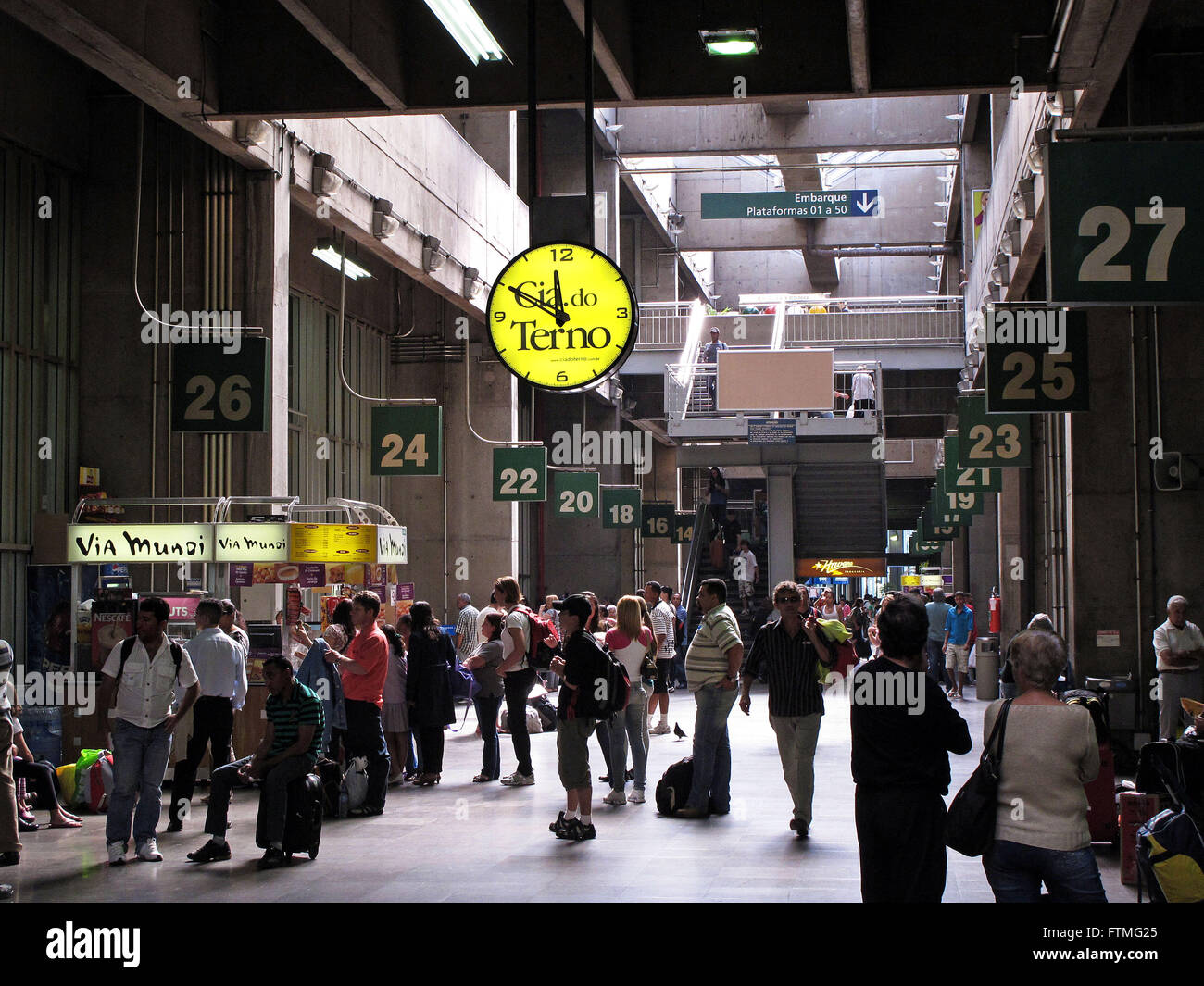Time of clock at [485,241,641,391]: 11:50
